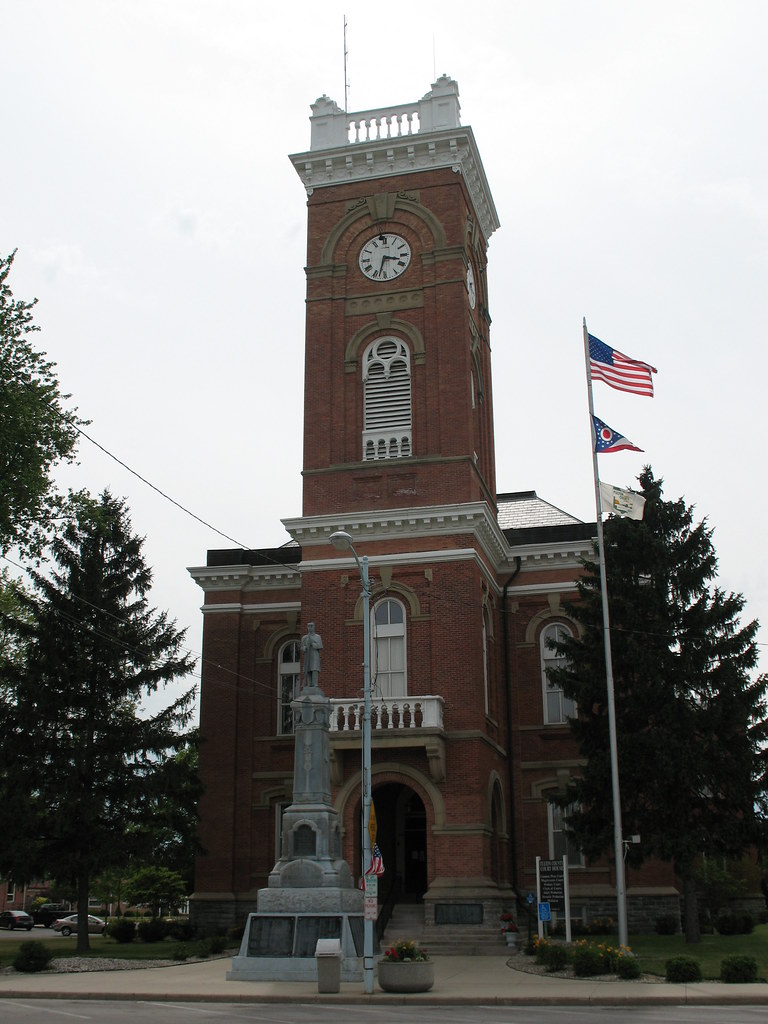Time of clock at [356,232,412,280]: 3:32
